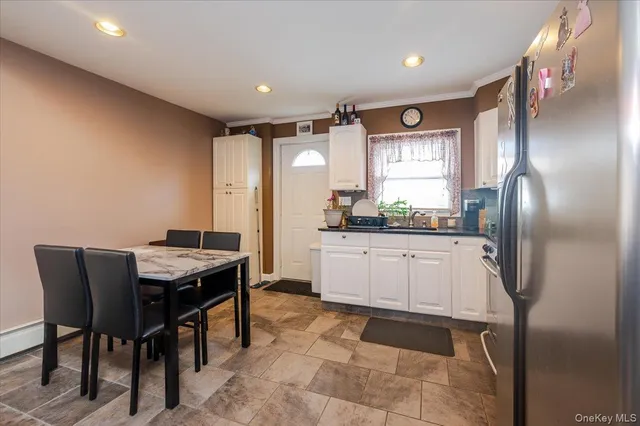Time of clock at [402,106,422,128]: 10:22
